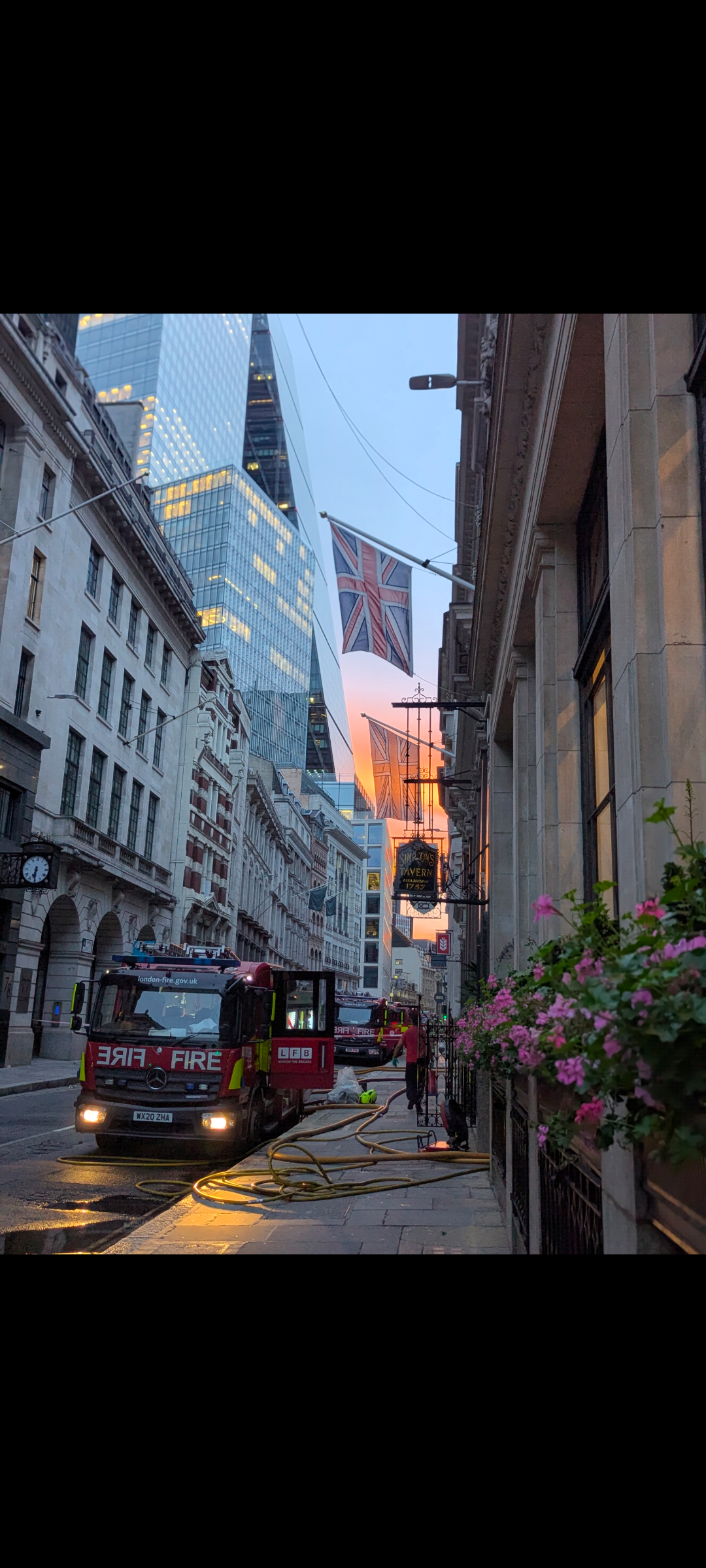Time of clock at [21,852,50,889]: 6:30
